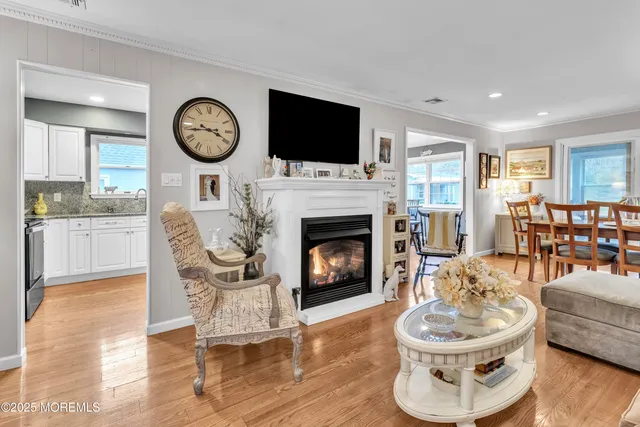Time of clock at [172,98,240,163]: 3:43
